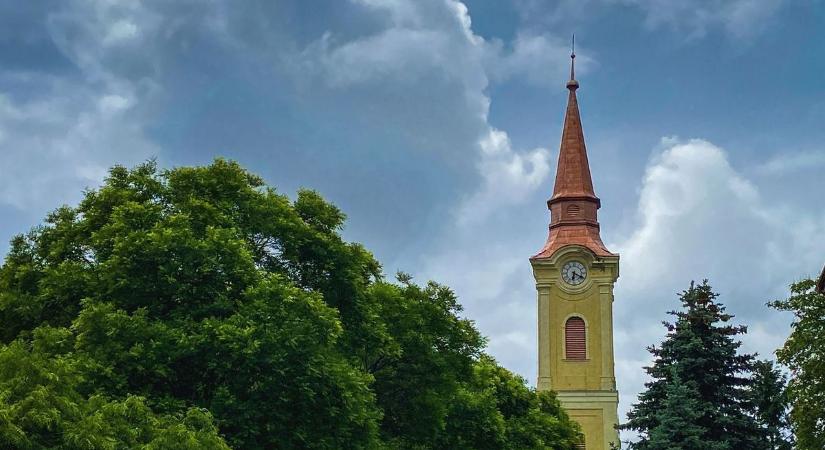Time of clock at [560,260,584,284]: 6:19
